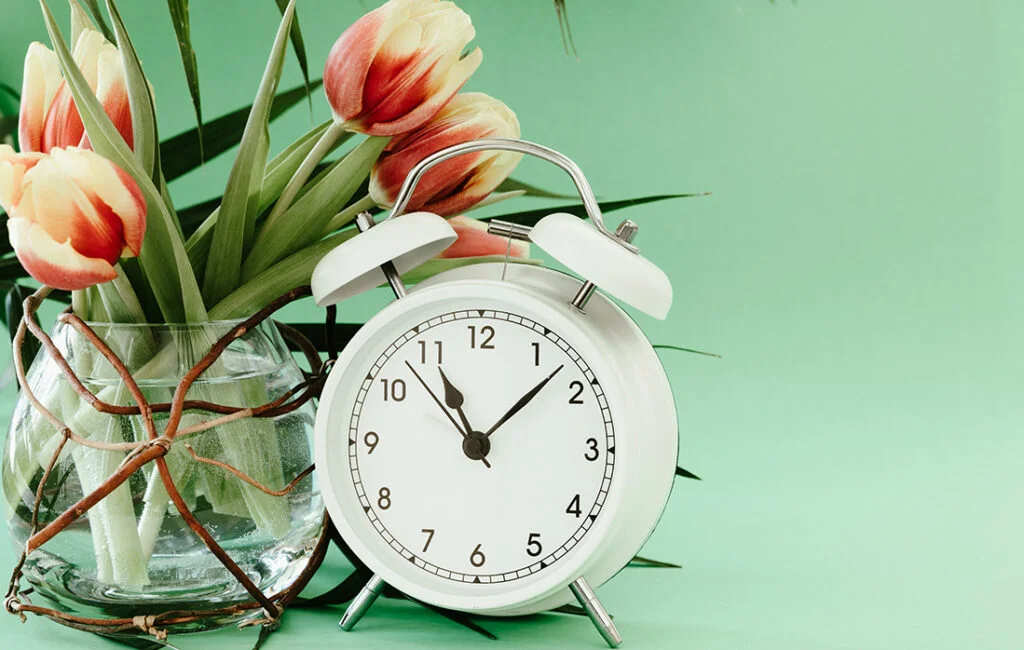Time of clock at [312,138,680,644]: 11:07
